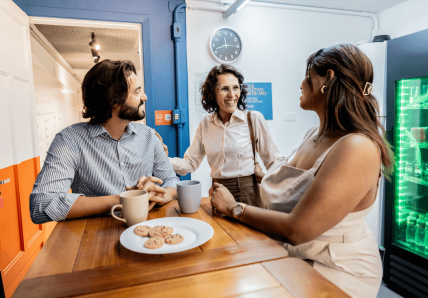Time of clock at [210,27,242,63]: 11:42
